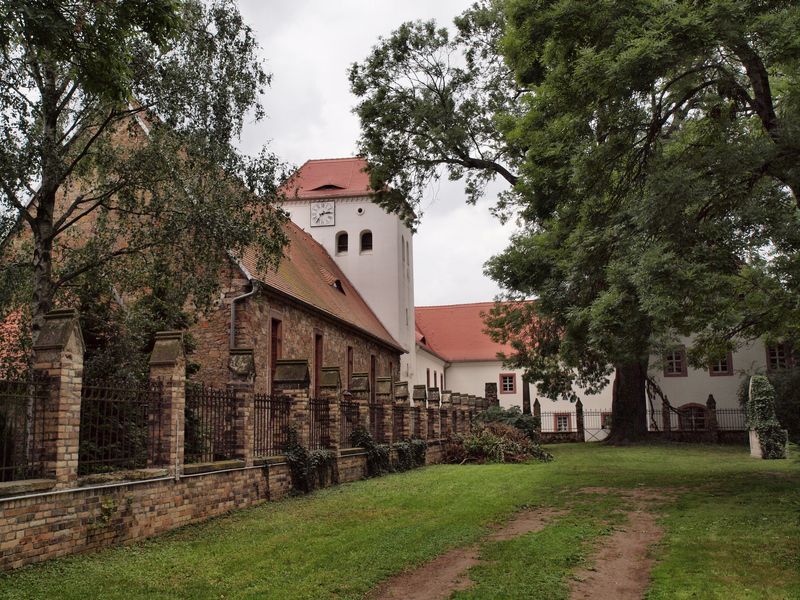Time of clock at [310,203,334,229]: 2:36
